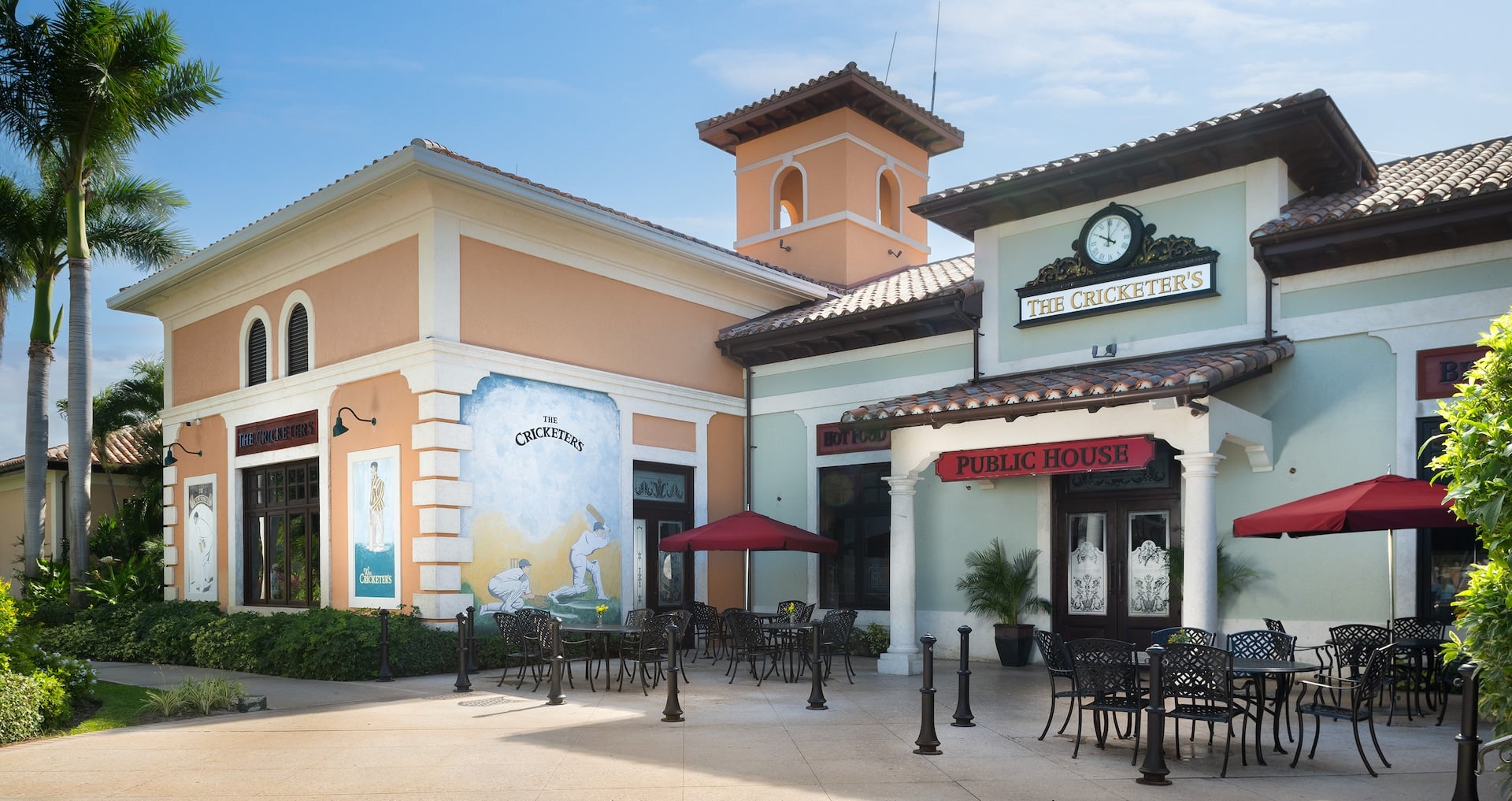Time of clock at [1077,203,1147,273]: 10:00
